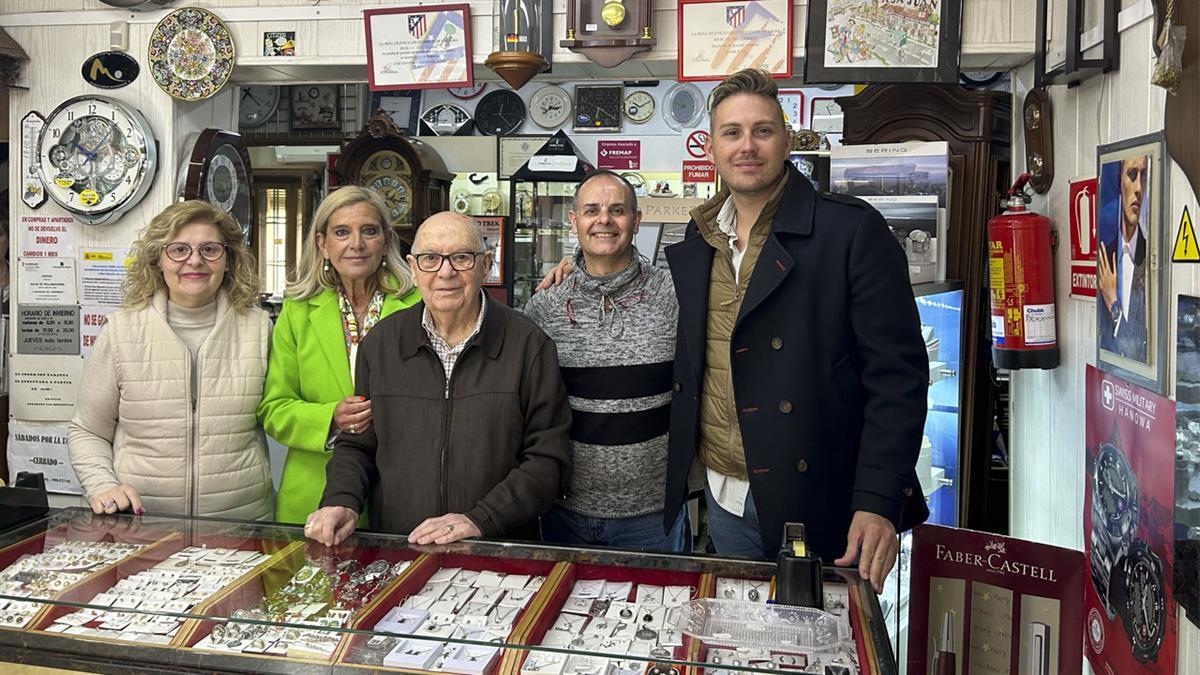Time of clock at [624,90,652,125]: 10:10
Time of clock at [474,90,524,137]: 12:23
